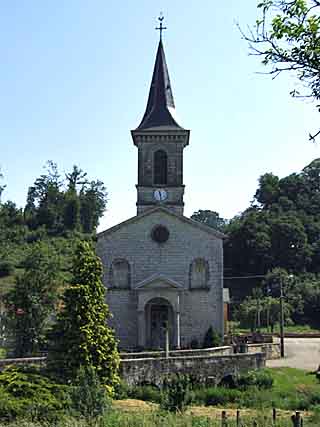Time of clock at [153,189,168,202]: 11:28
